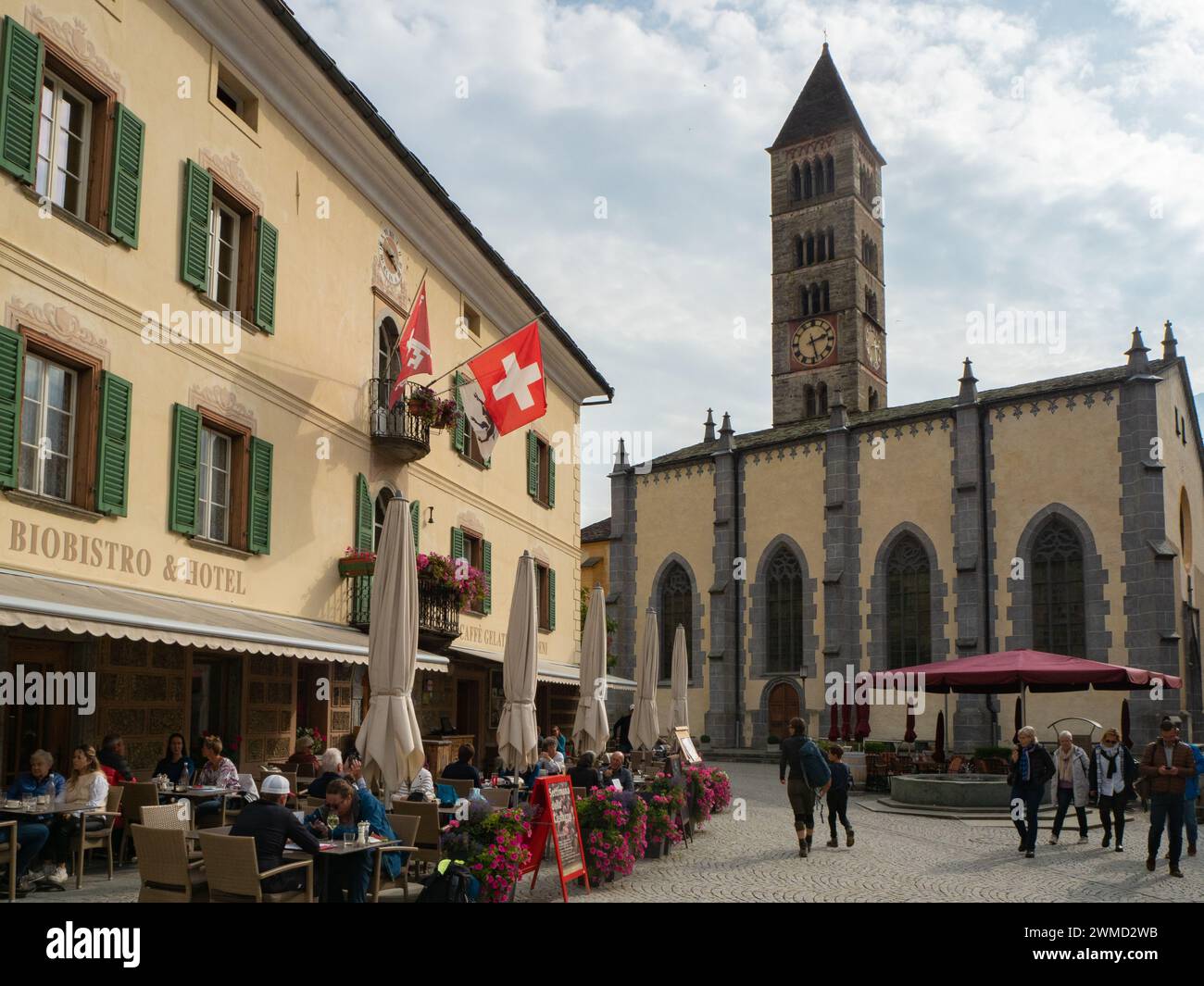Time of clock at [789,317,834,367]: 2:27
